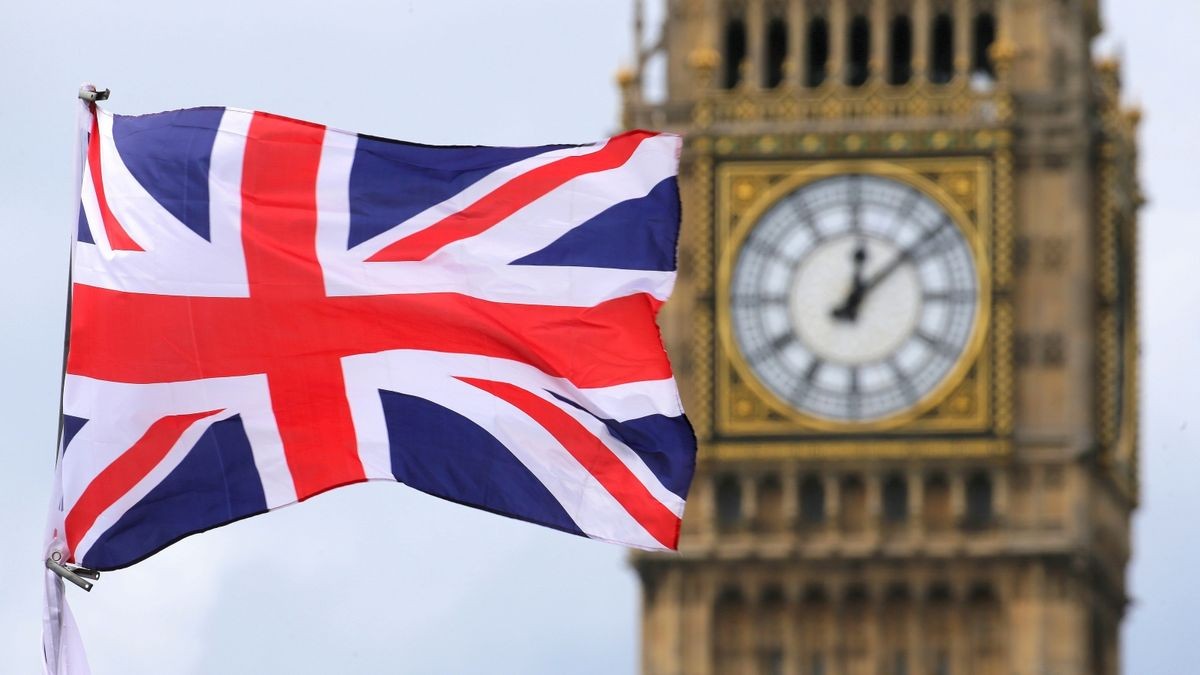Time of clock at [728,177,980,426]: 12:08
